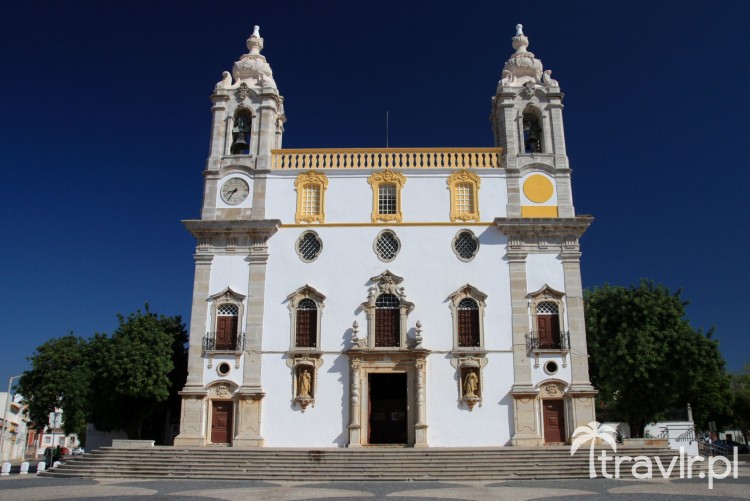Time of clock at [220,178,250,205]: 8:35
